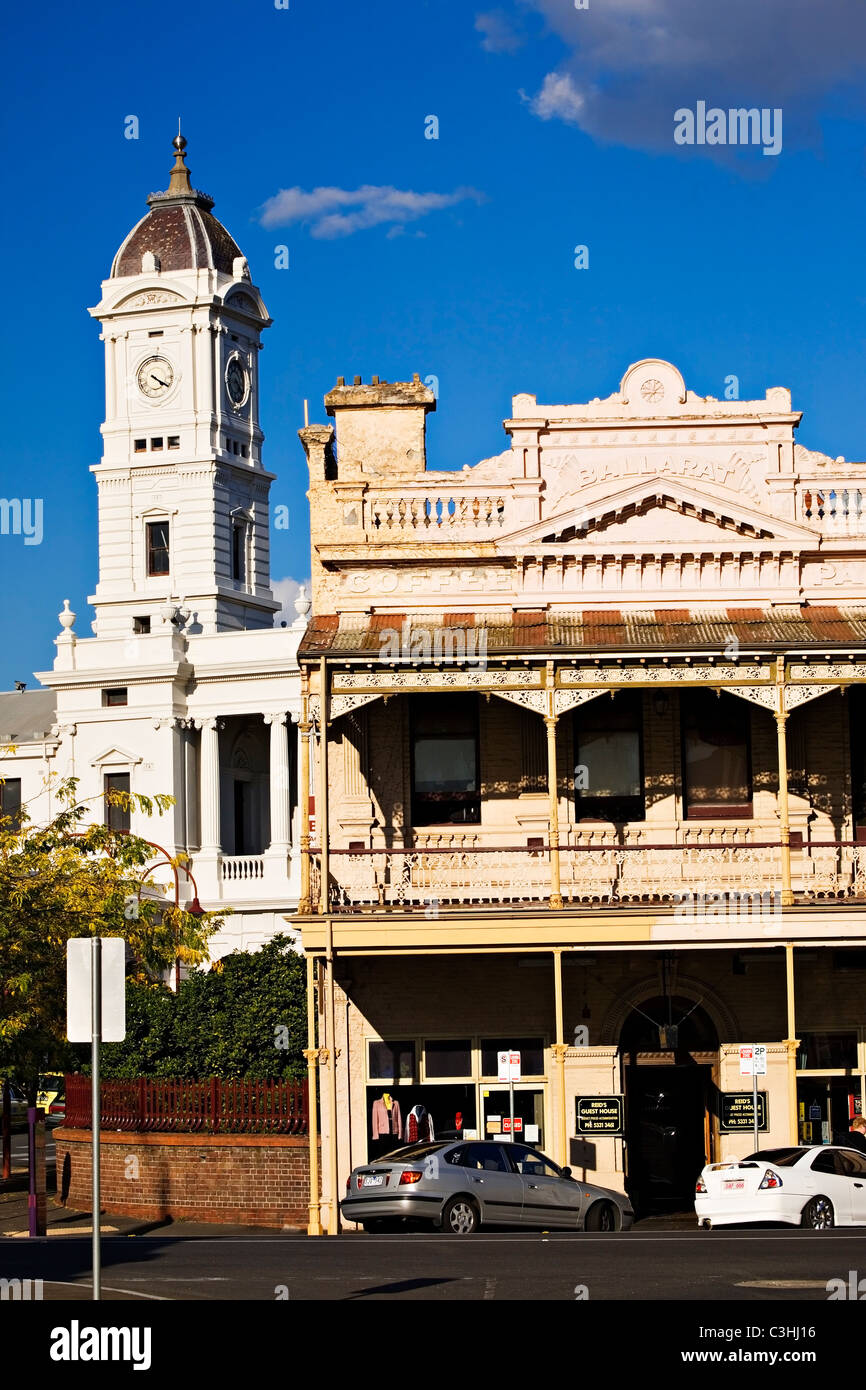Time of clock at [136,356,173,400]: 4:20
